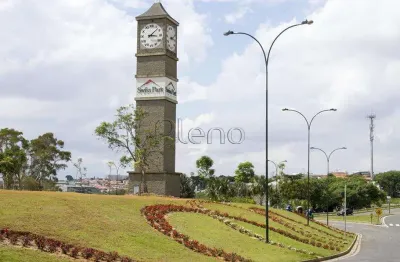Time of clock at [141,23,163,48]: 3:07
